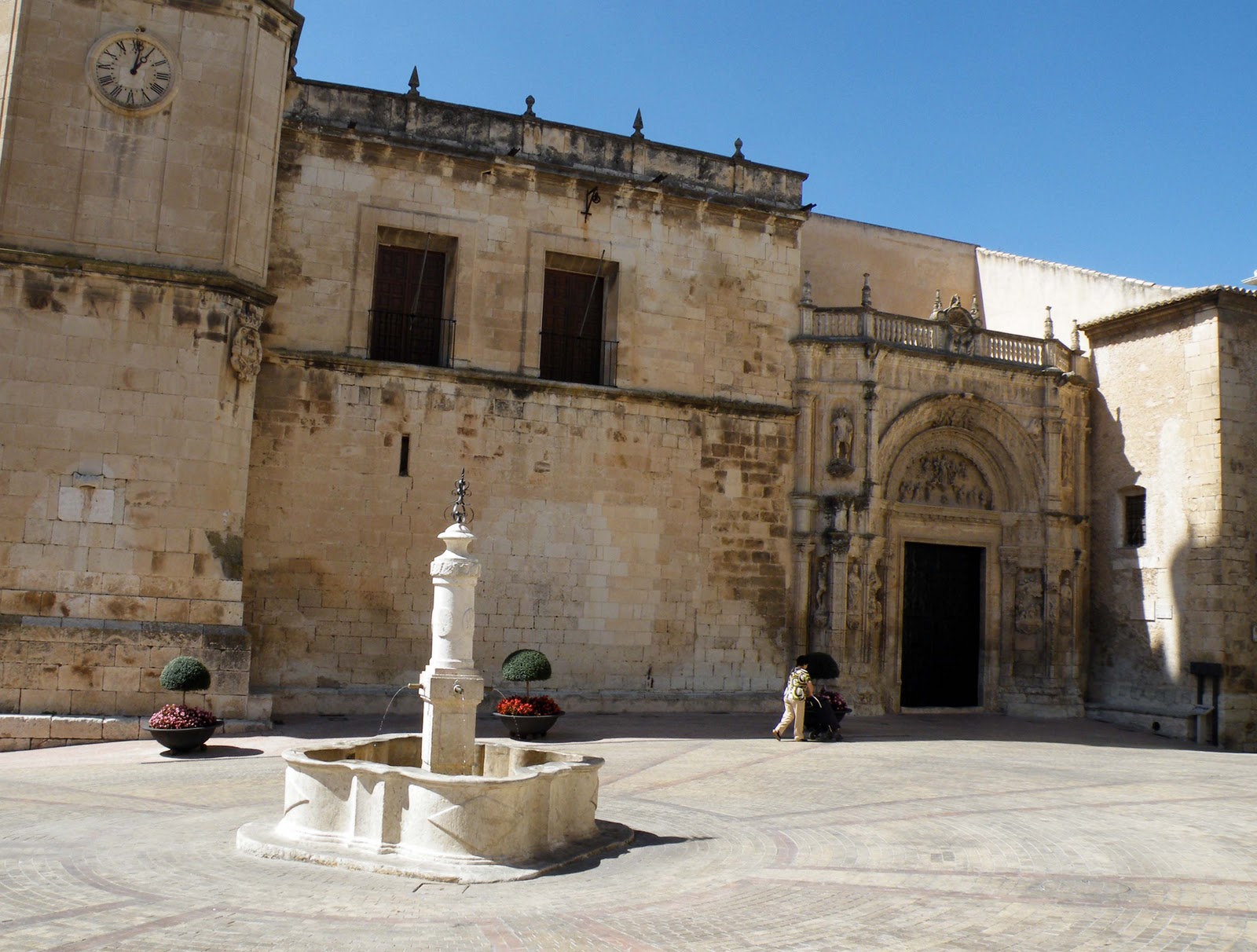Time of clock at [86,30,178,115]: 1:01
